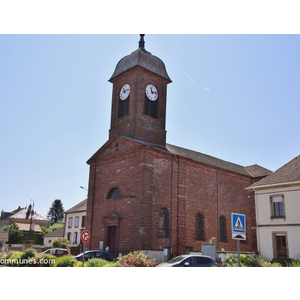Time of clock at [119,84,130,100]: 11:12
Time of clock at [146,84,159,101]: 11:12
